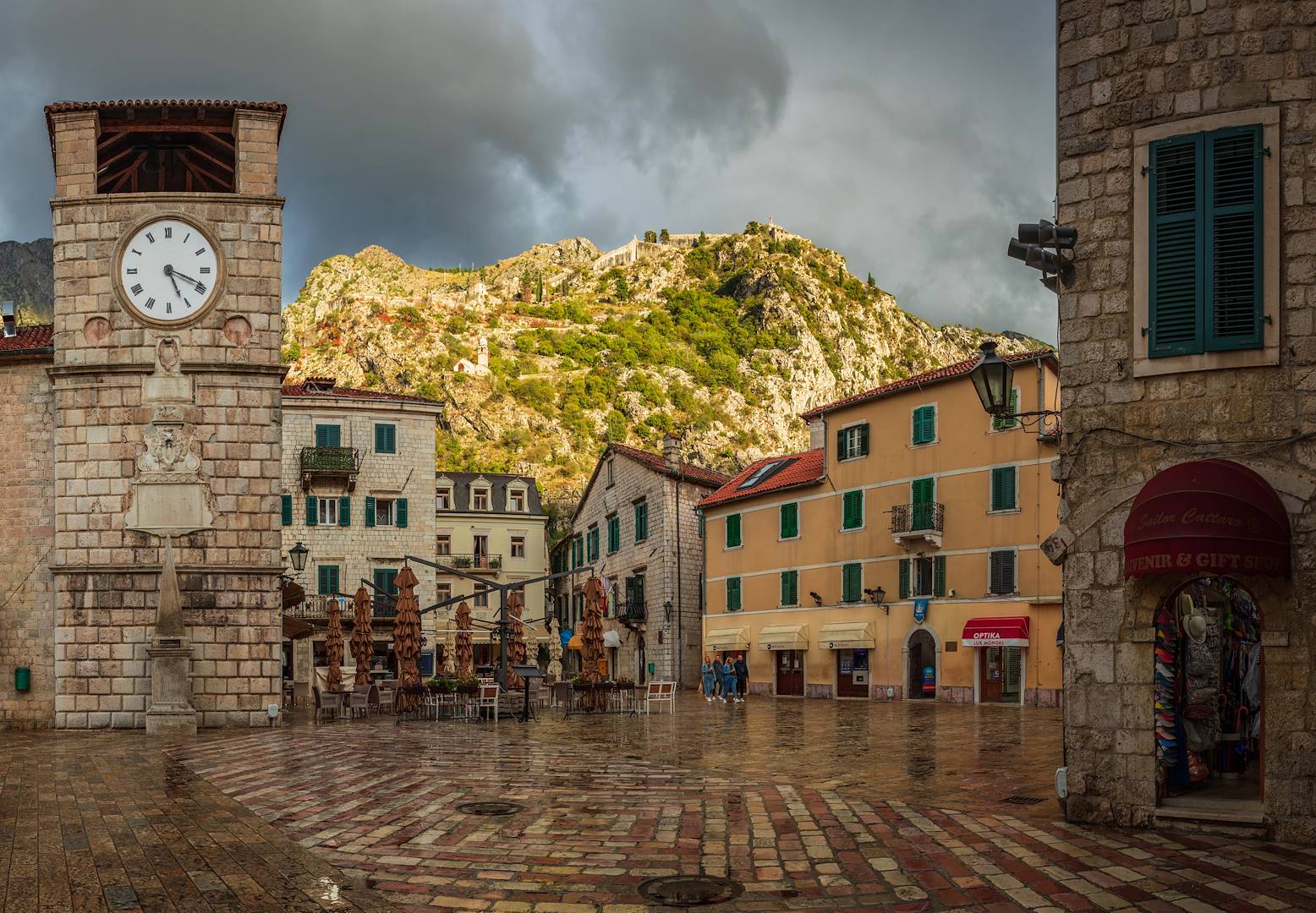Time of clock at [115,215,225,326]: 5:18
